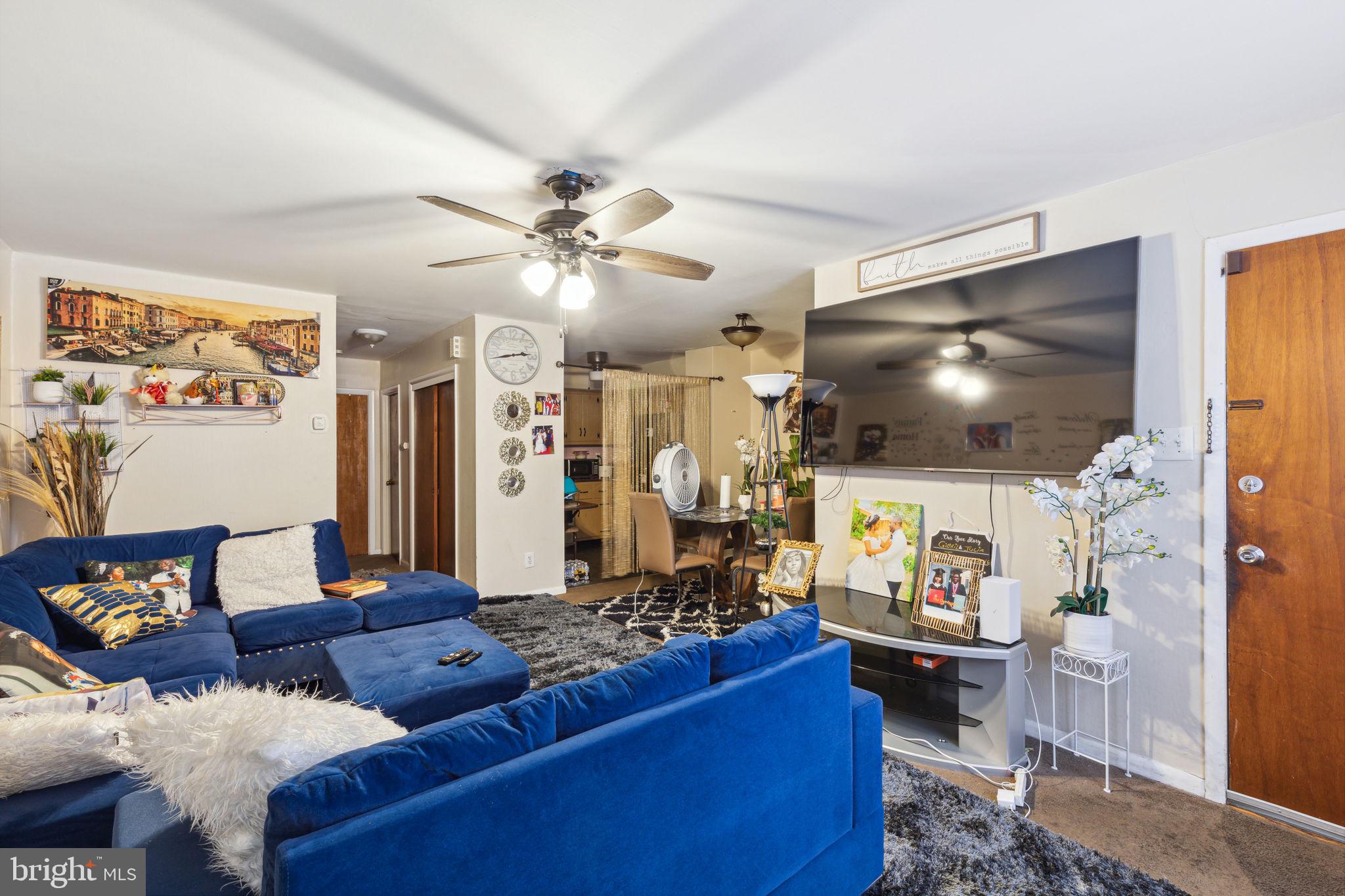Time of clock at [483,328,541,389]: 2:43
